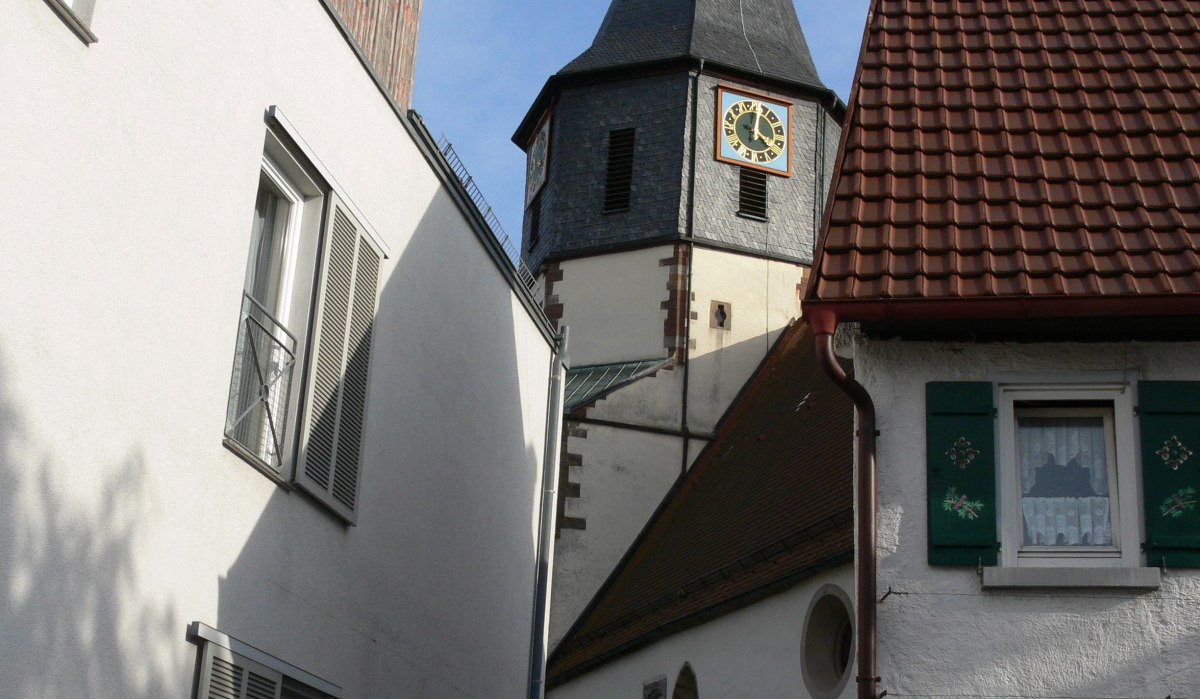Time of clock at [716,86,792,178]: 4:01
